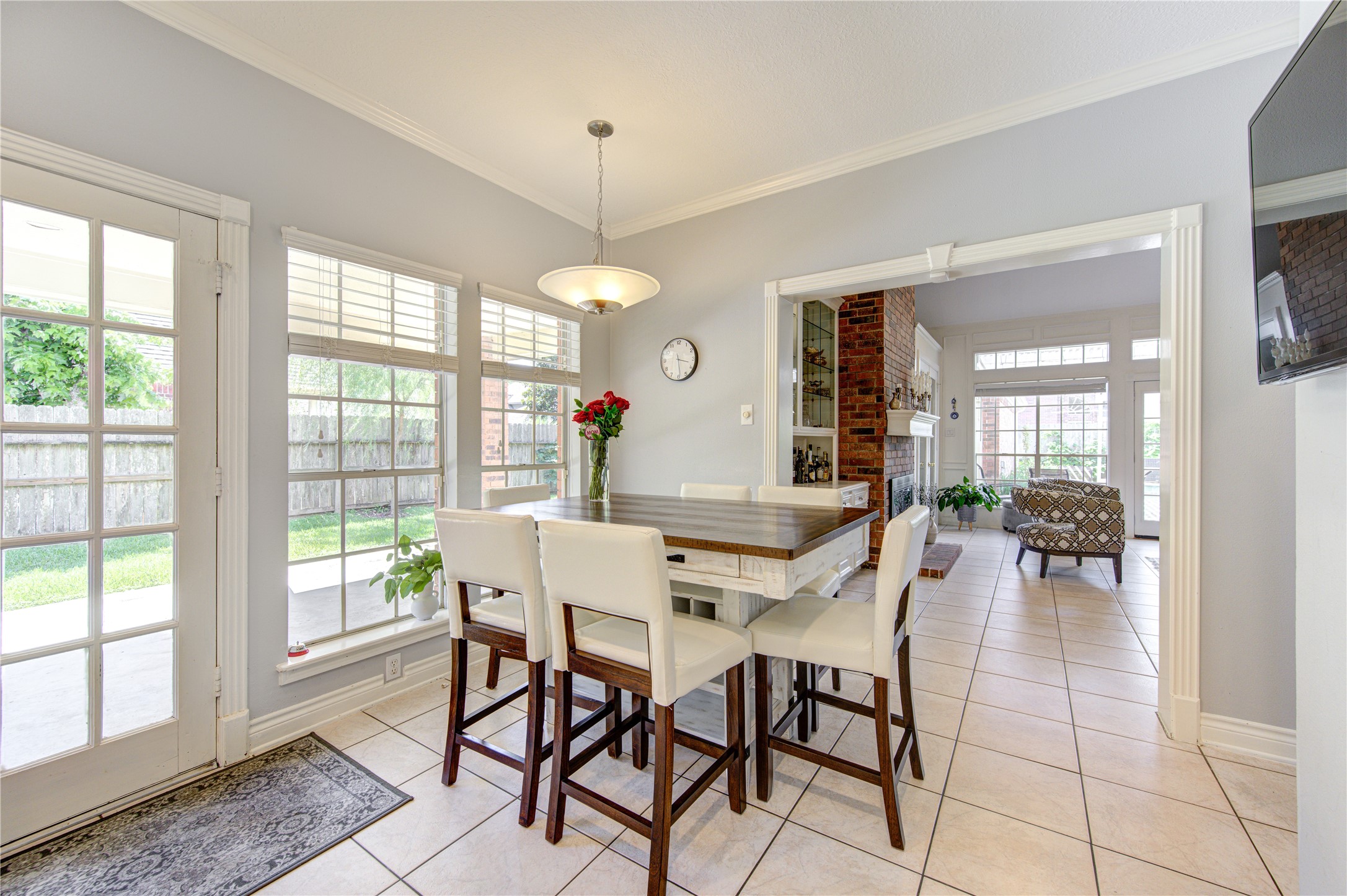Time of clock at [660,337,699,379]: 3:28
